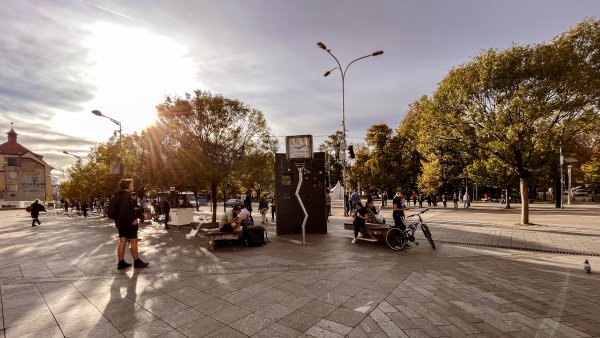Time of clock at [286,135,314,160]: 9:10
